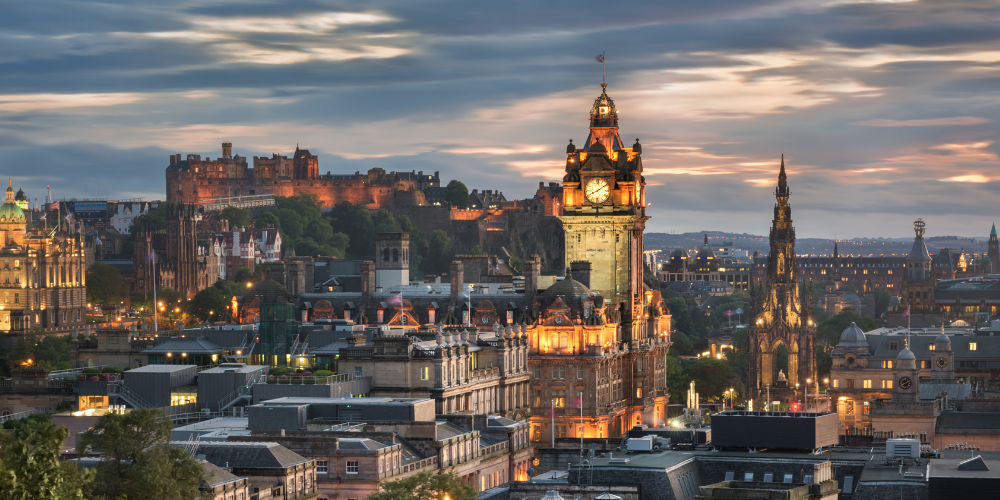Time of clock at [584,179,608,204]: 8:09
